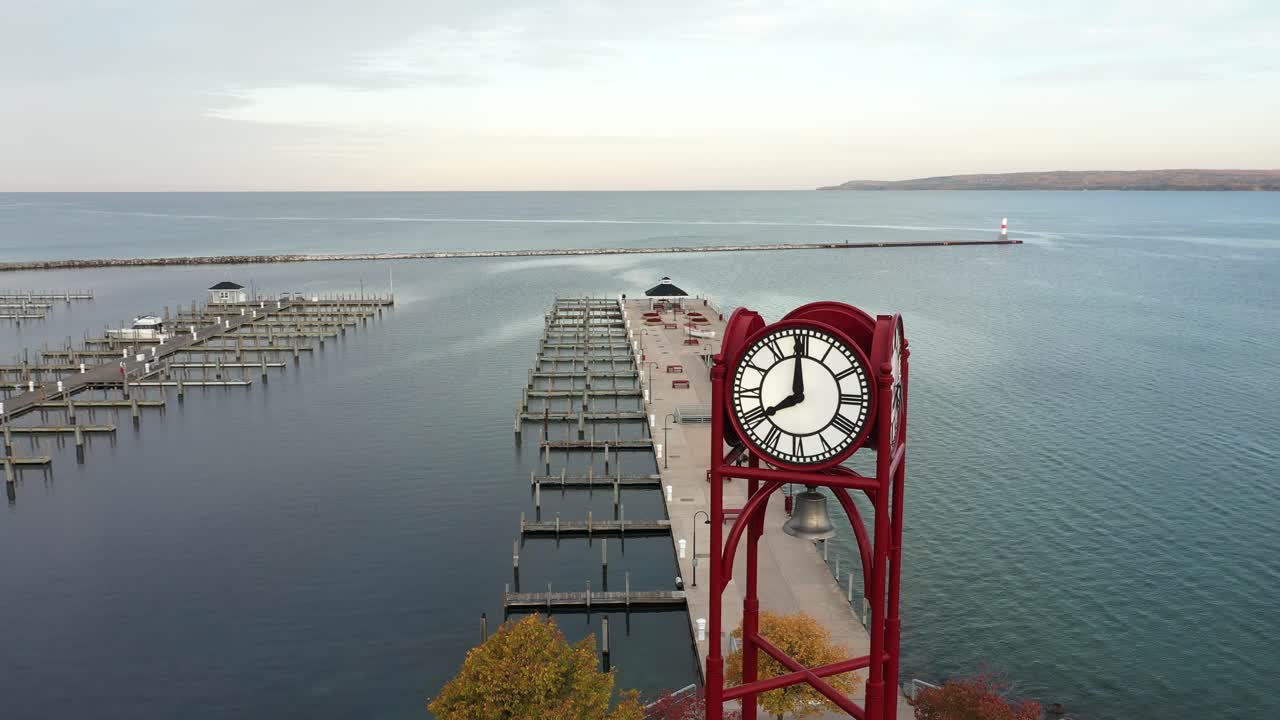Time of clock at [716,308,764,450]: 7:59
